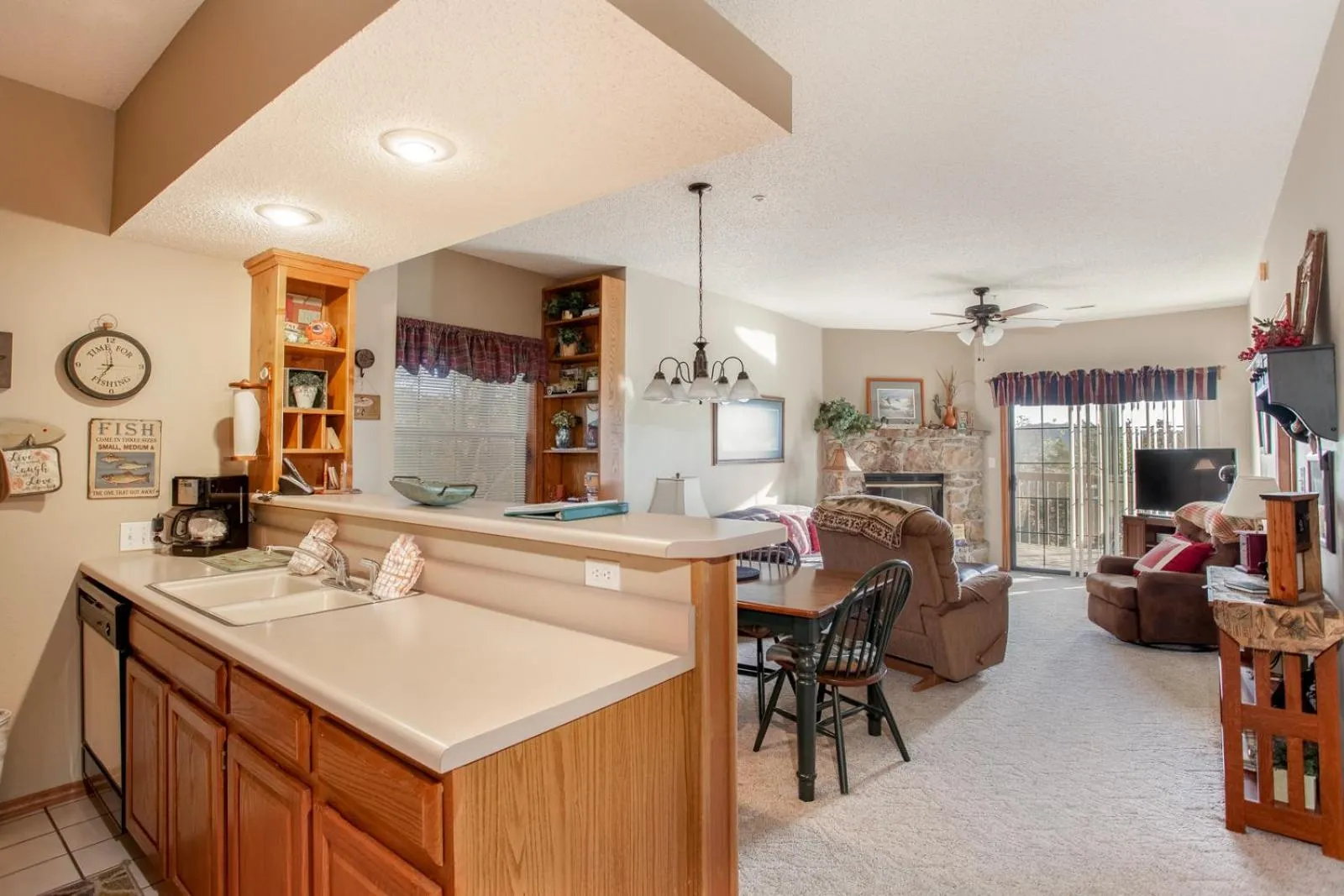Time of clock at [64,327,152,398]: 7:00
